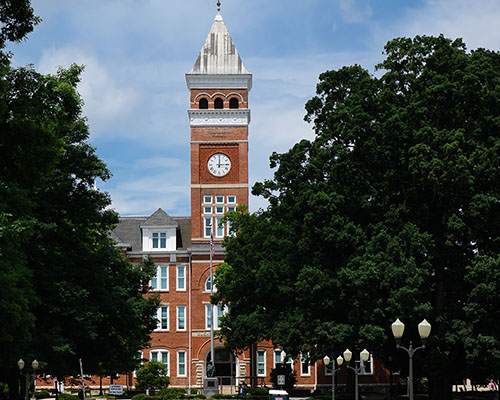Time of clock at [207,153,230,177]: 12:14
